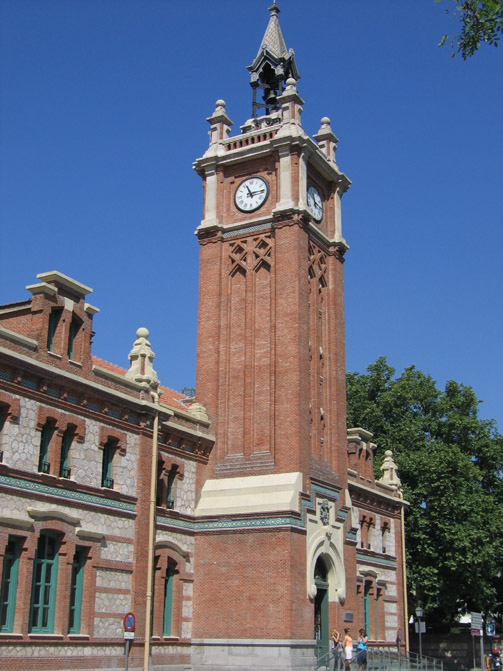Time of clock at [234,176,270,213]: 11:14
